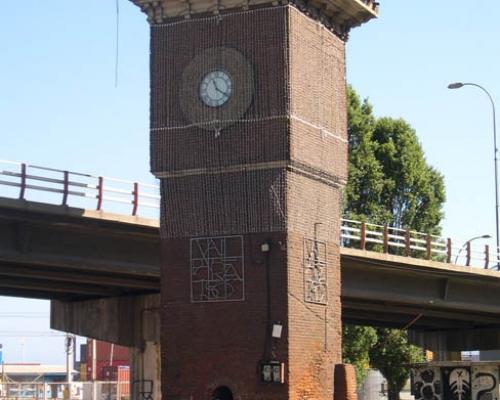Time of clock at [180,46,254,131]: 11:19
